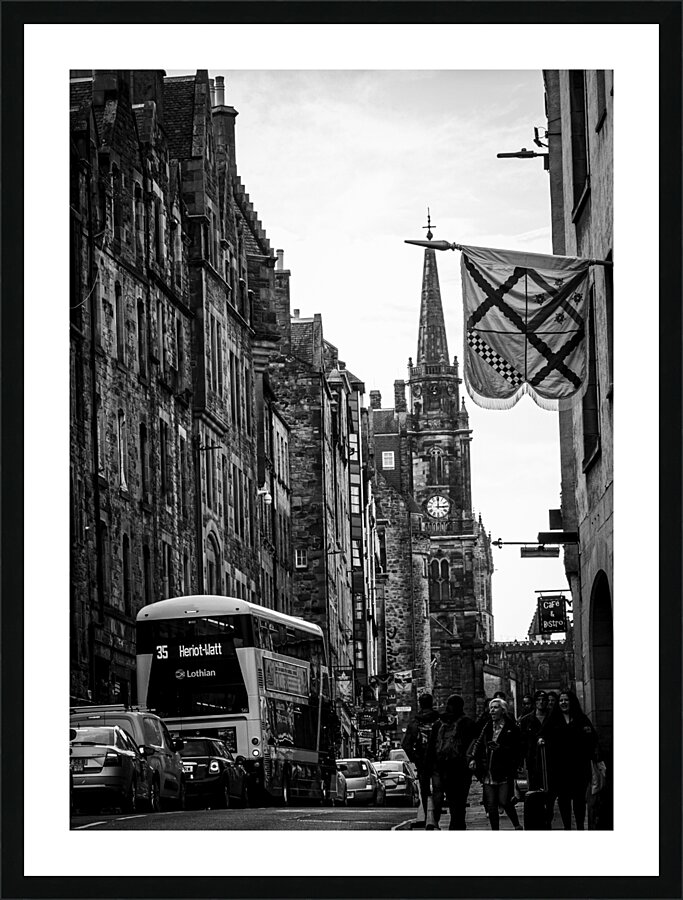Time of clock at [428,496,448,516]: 3:00
